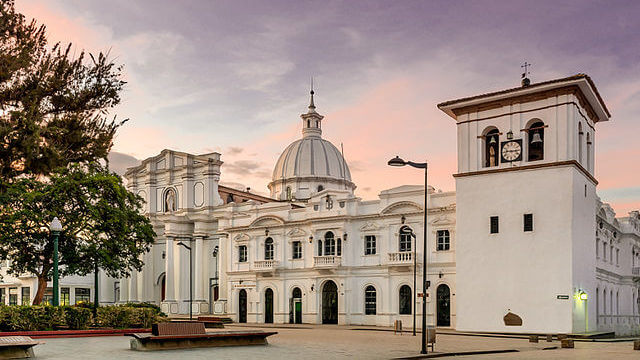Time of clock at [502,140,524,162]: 9:15
